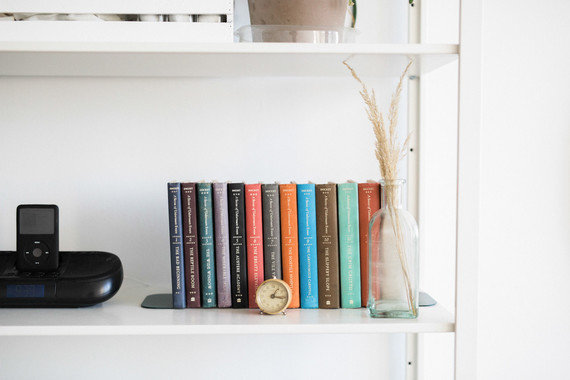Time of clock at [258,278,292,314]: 1:16
